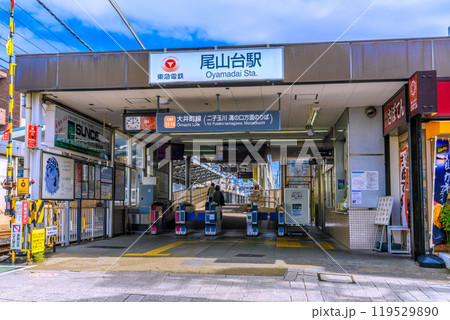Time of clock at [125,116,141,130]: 12:13
